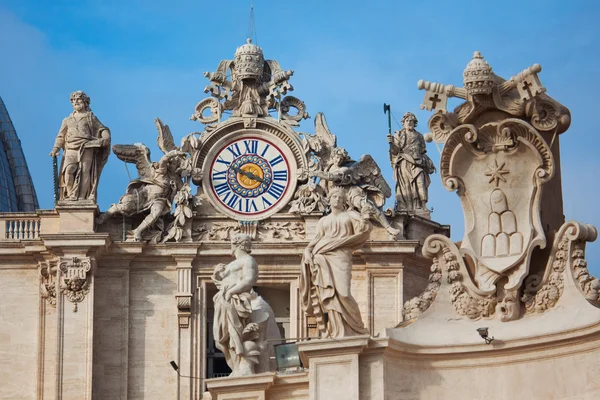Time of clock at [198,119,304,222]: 3:48
